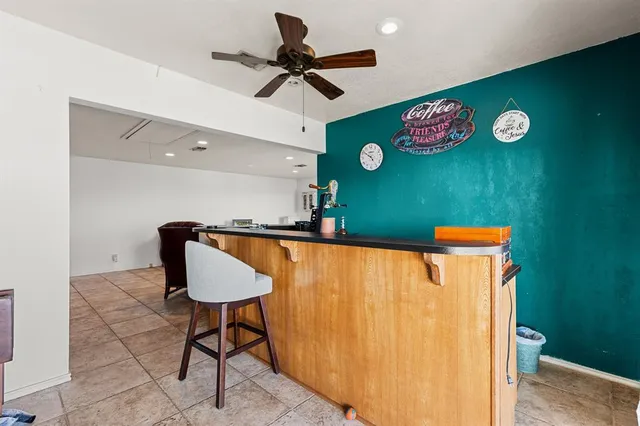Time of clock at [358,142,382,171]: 4:50
